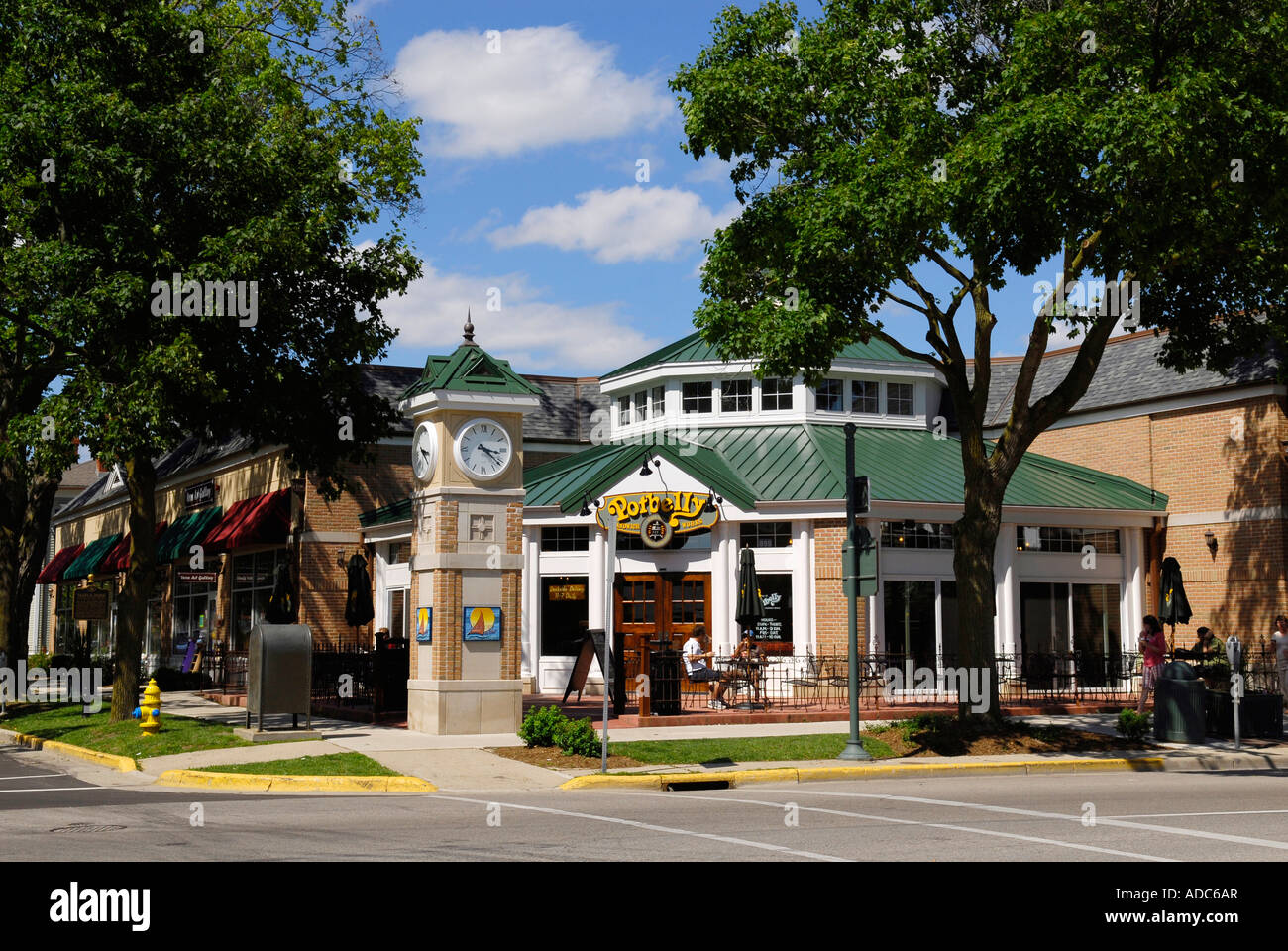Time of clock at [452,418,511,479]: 3:21
